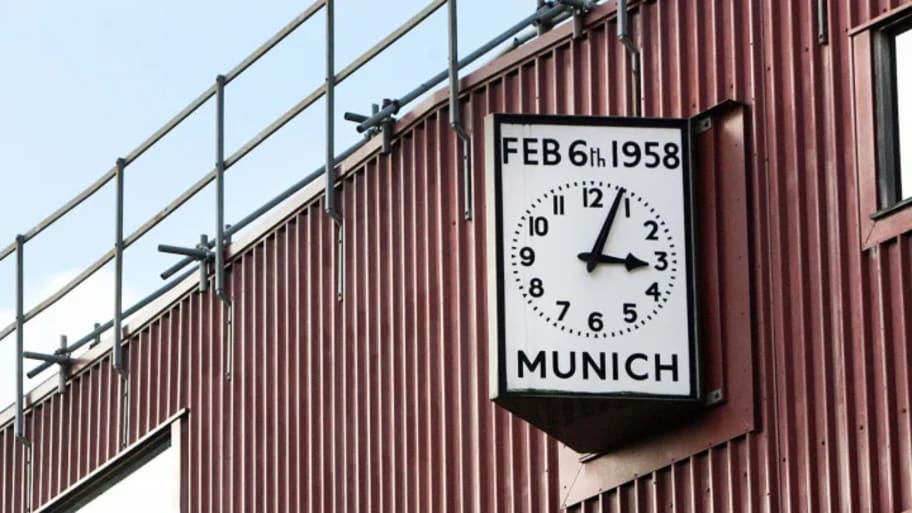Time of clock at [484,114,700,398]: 3:04
